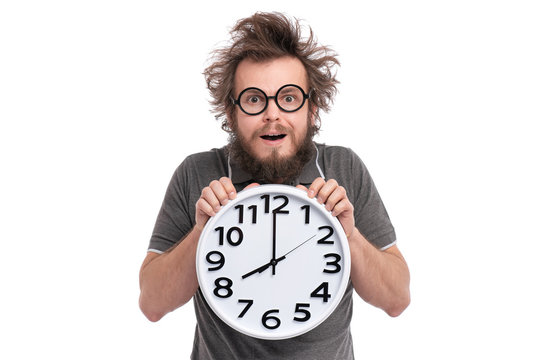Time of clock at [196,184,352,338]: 7:59
